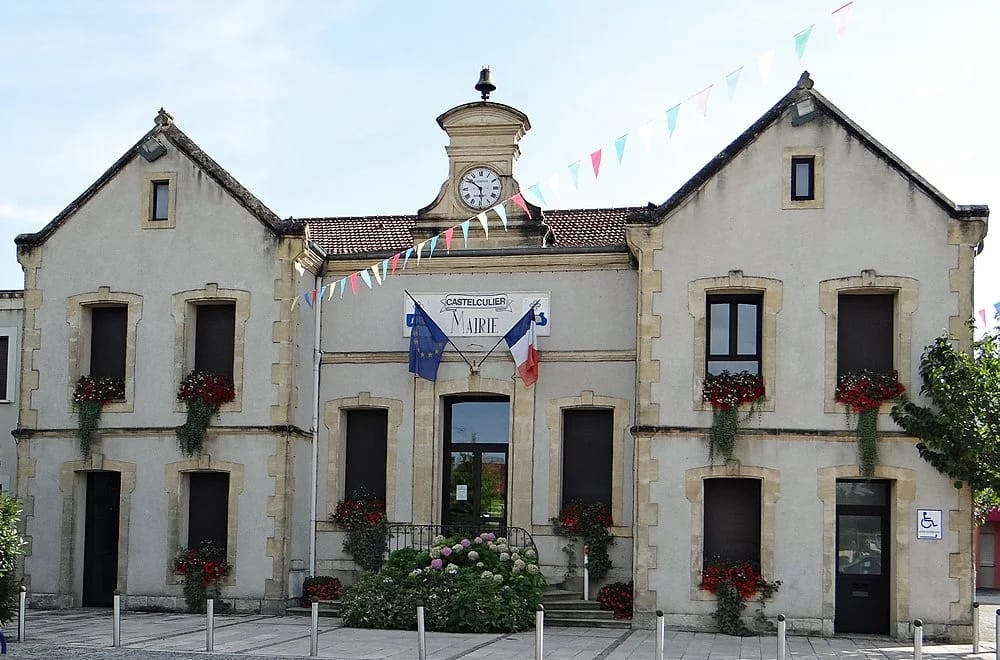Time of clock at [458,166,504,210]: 5:51
